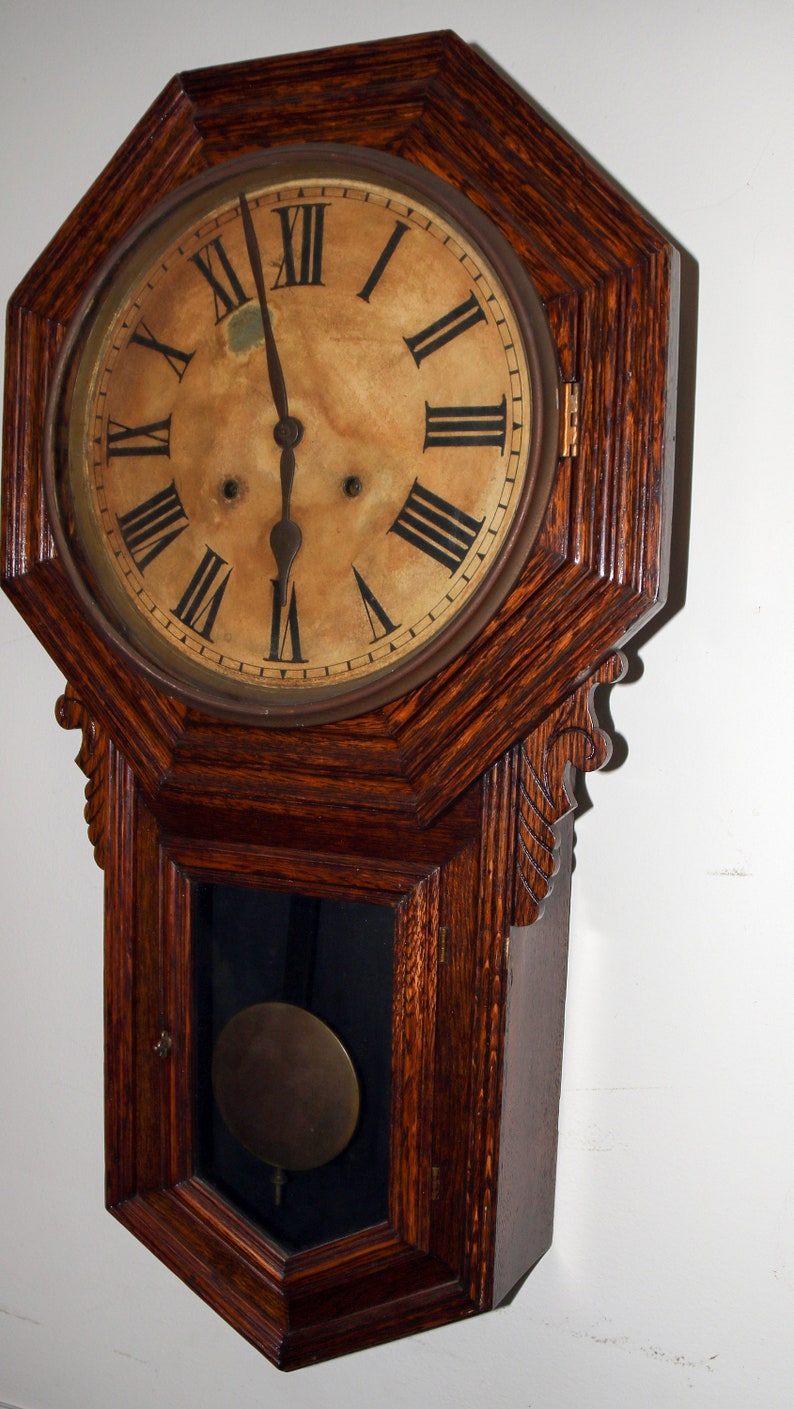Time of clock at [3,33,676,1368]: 5:57
